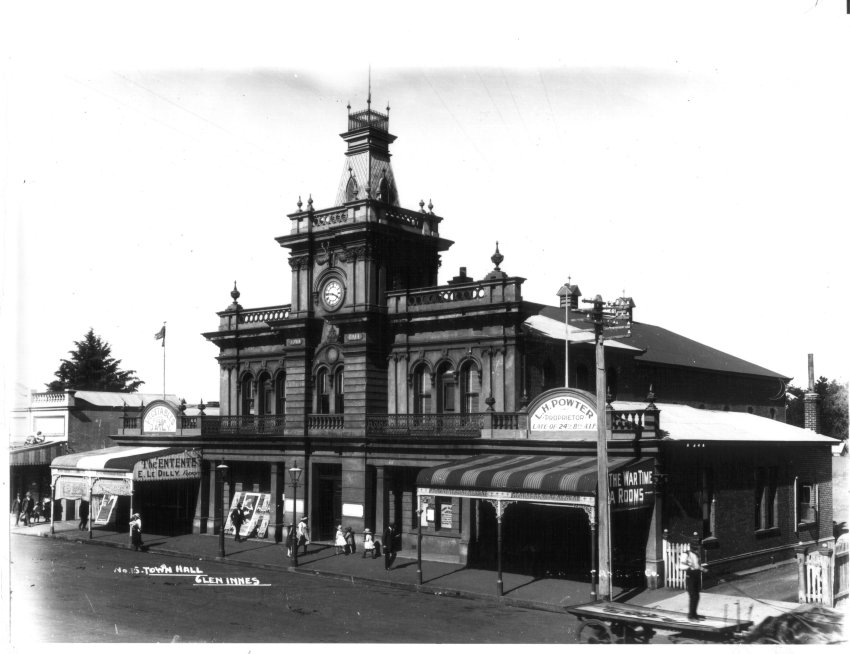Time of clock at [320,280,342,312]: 3:45
